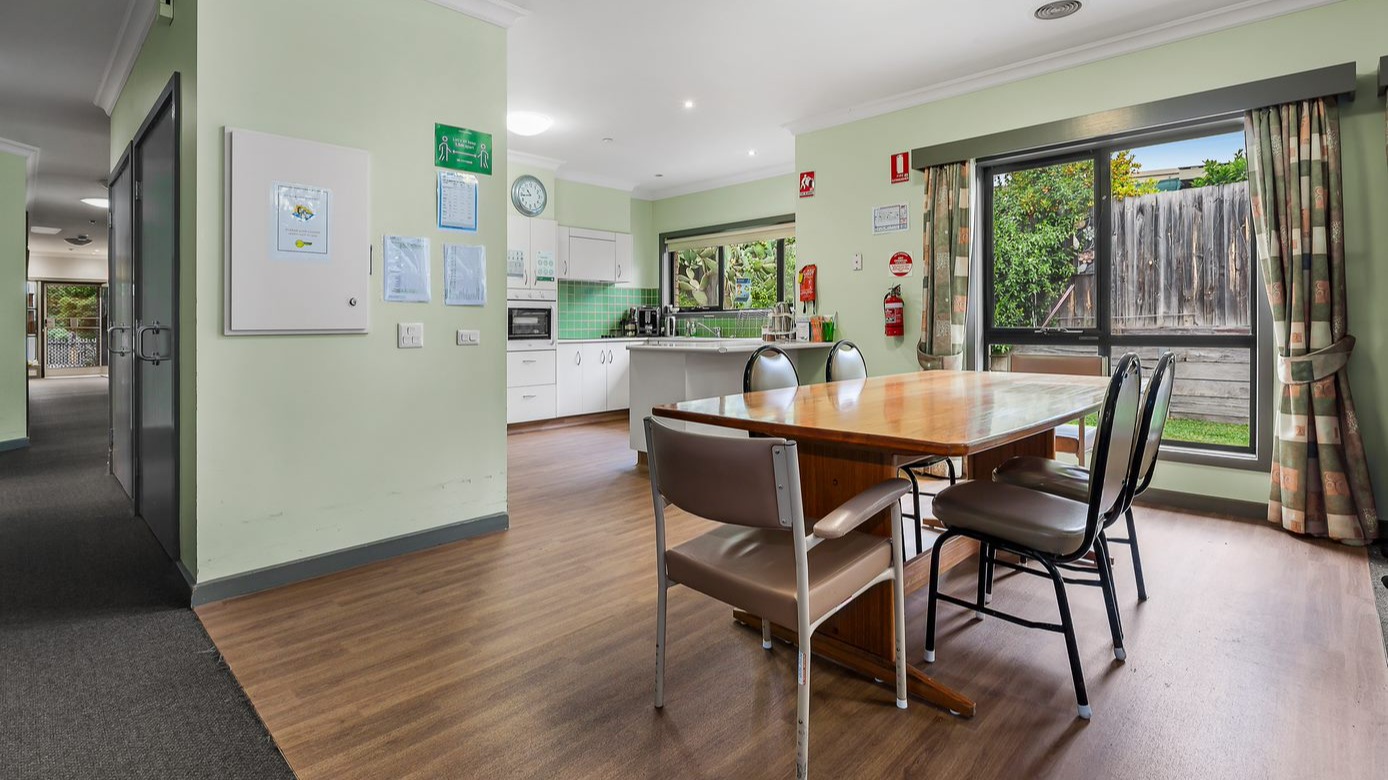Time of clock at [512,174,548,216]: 10:43
